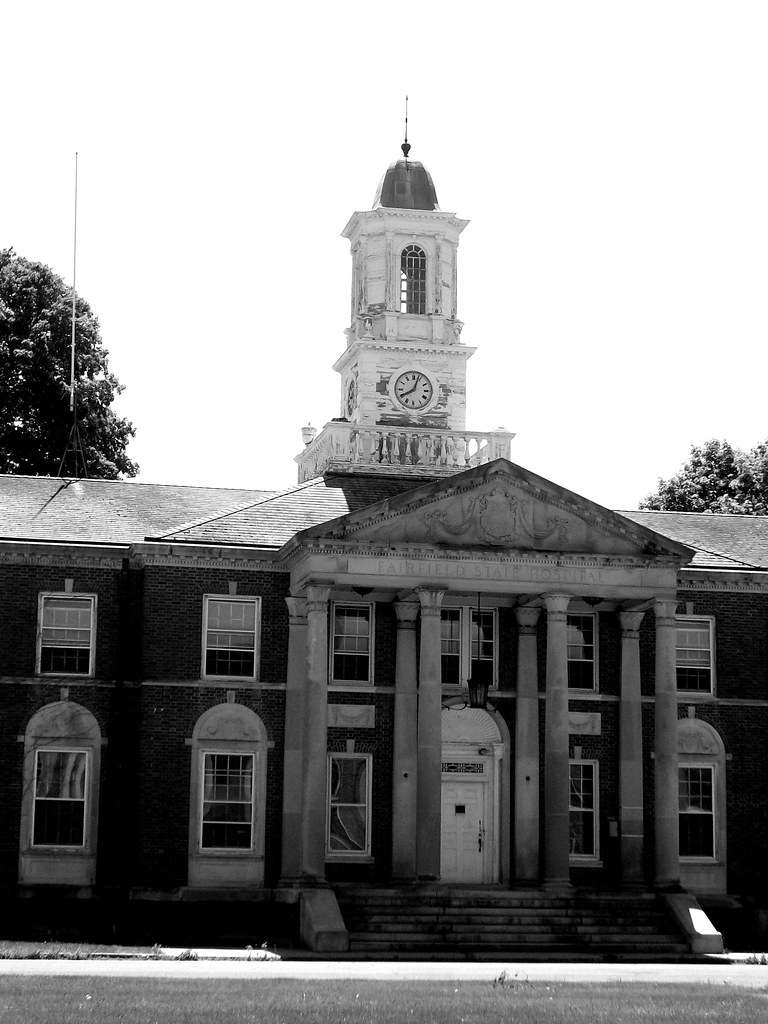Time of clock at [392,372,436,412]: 8:03
